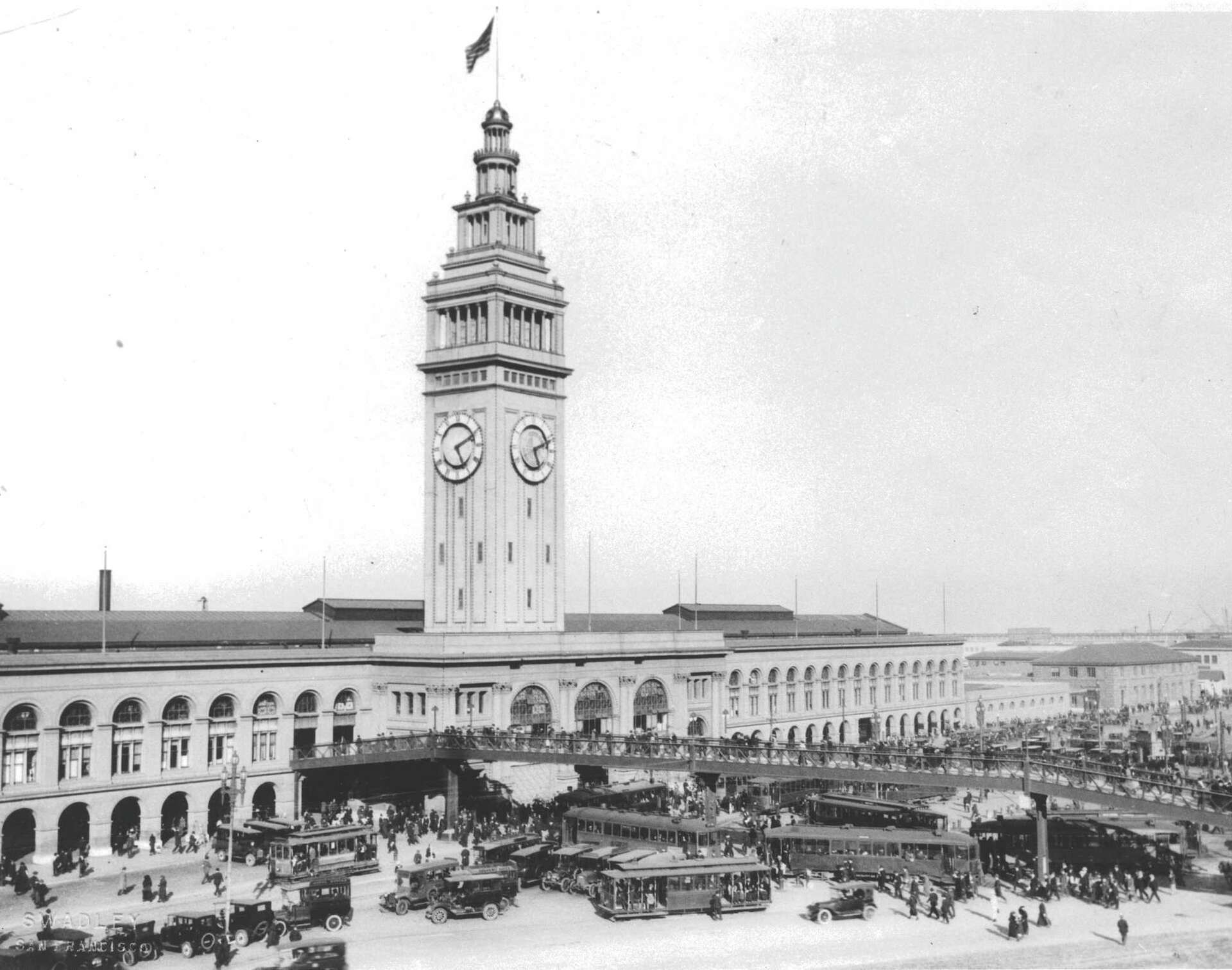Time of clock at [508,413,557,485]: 5:11
